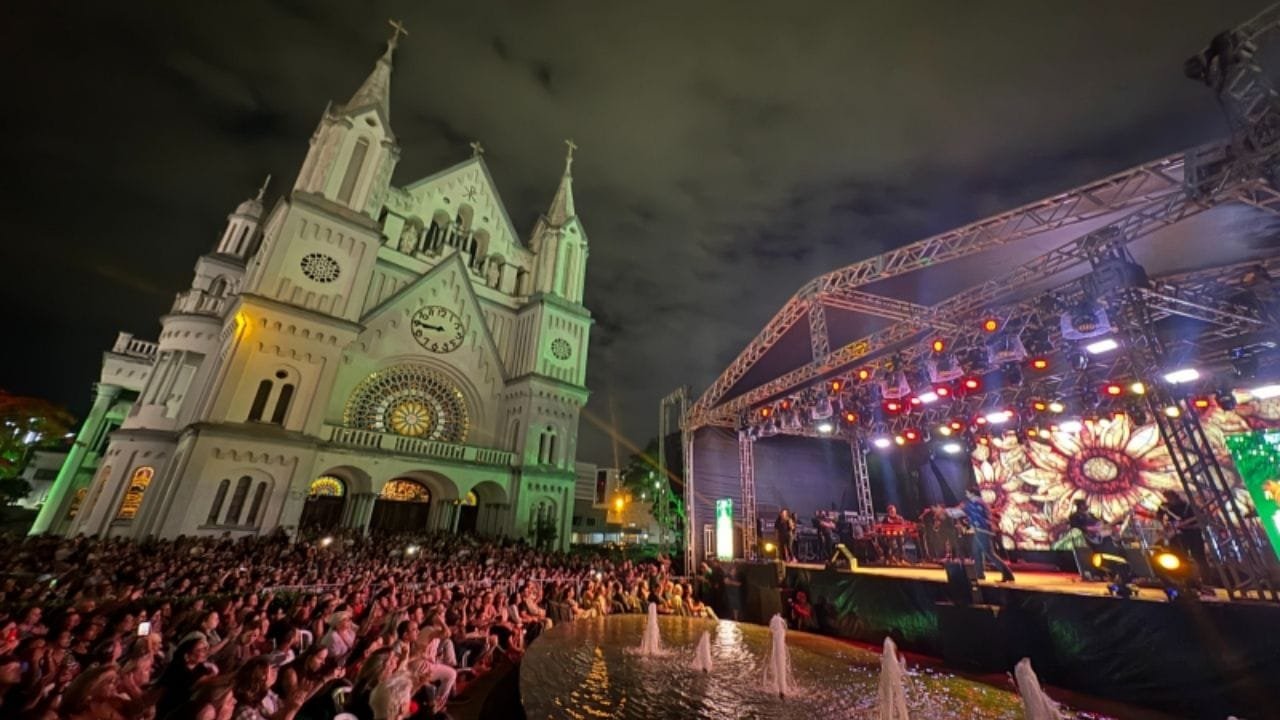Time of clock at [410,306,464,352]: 8:45
